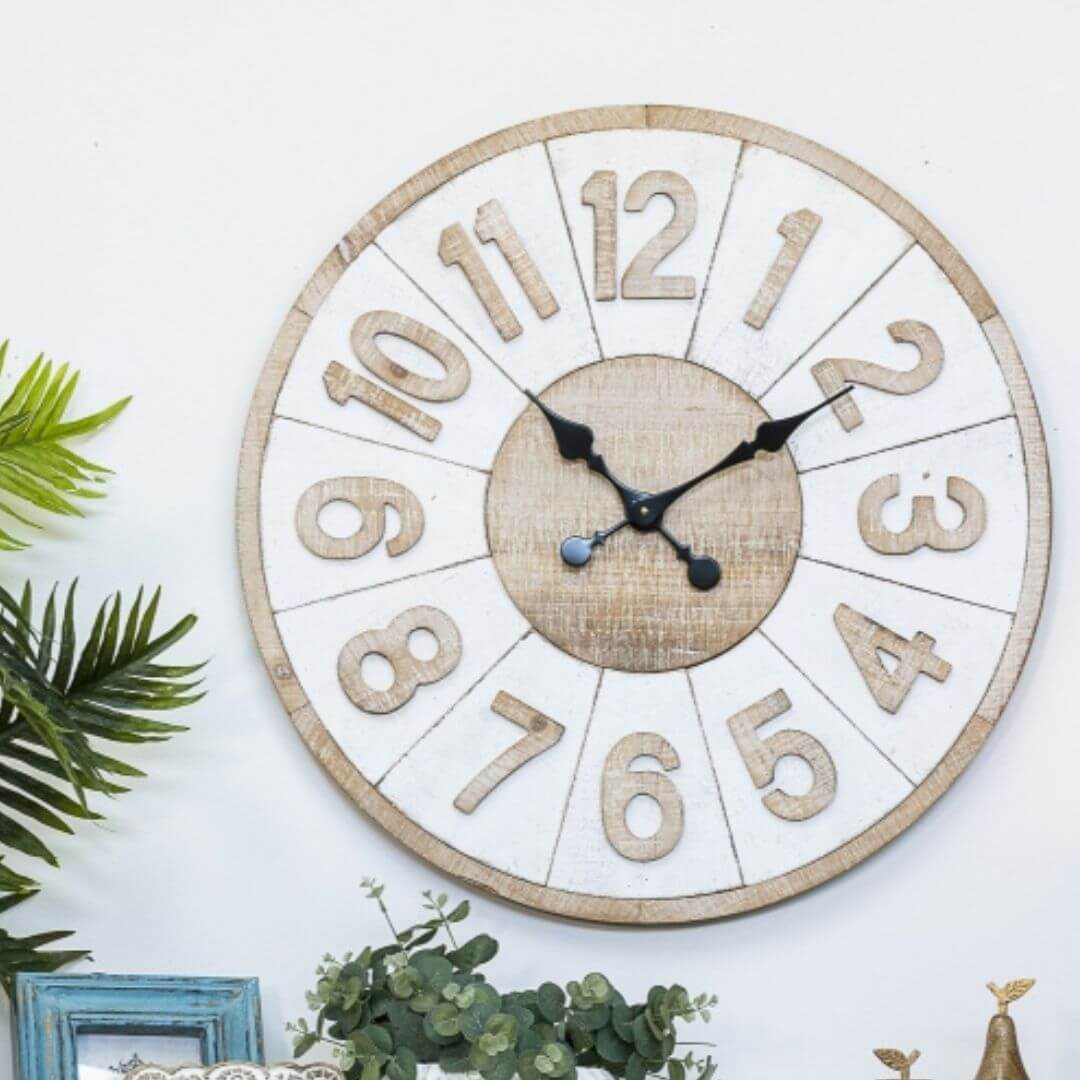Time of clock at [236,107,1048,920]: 1:52
